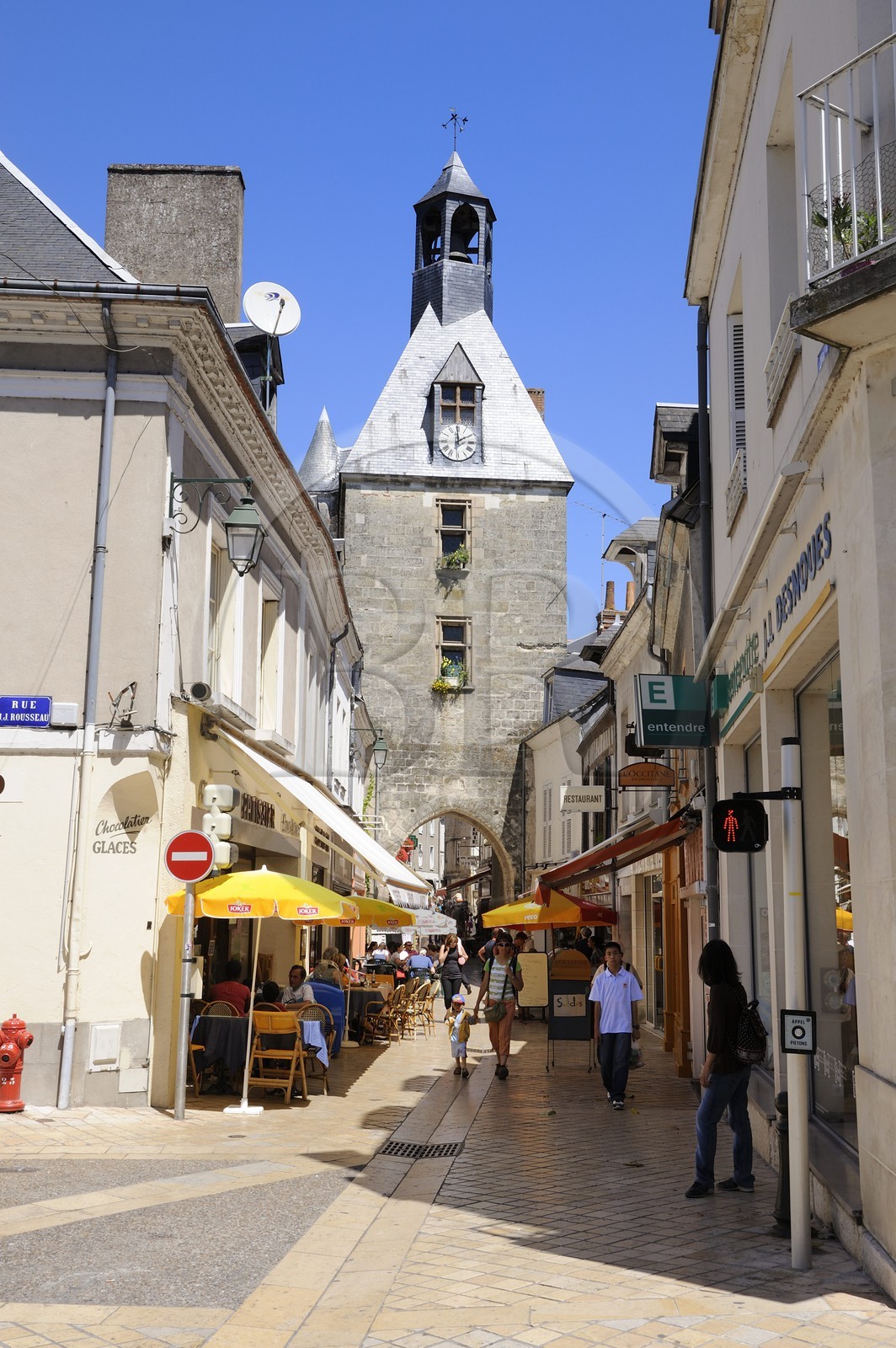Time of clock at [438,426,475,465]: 1:59
